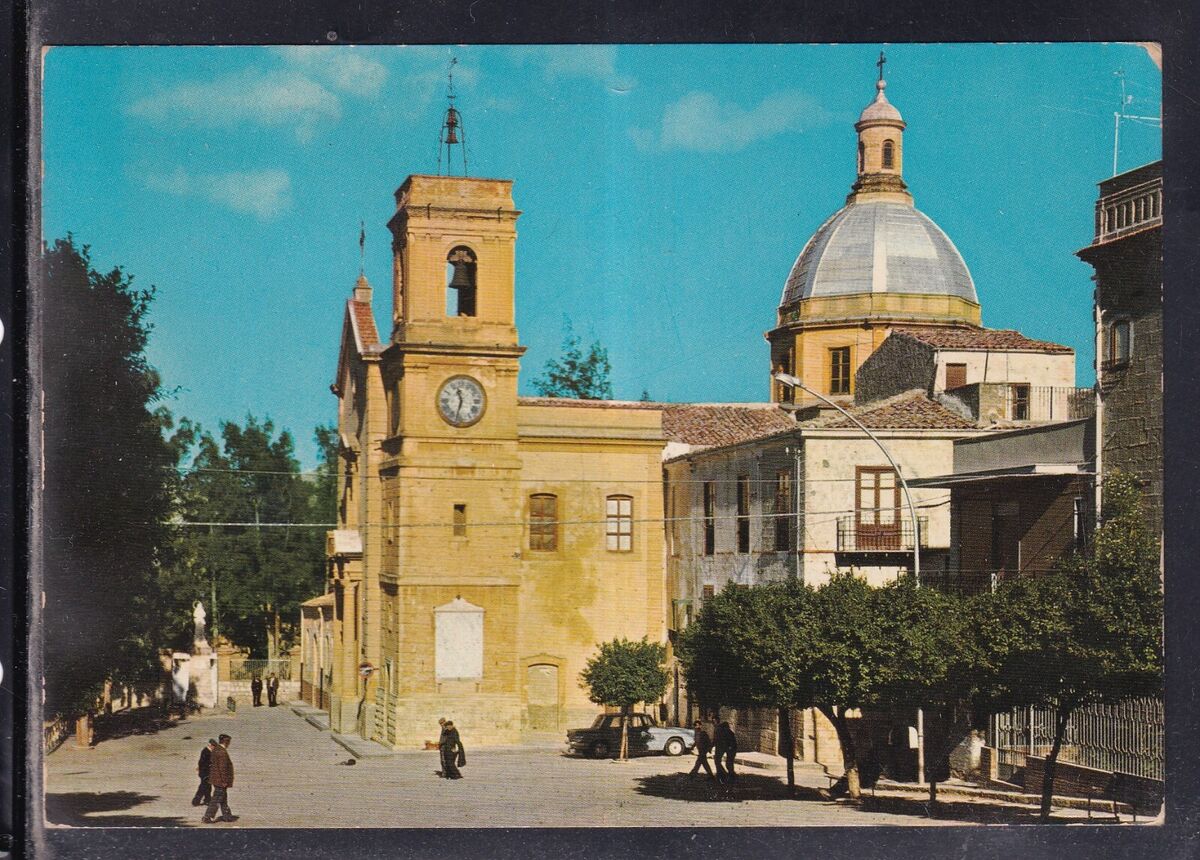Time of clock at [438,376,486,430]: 11:32
